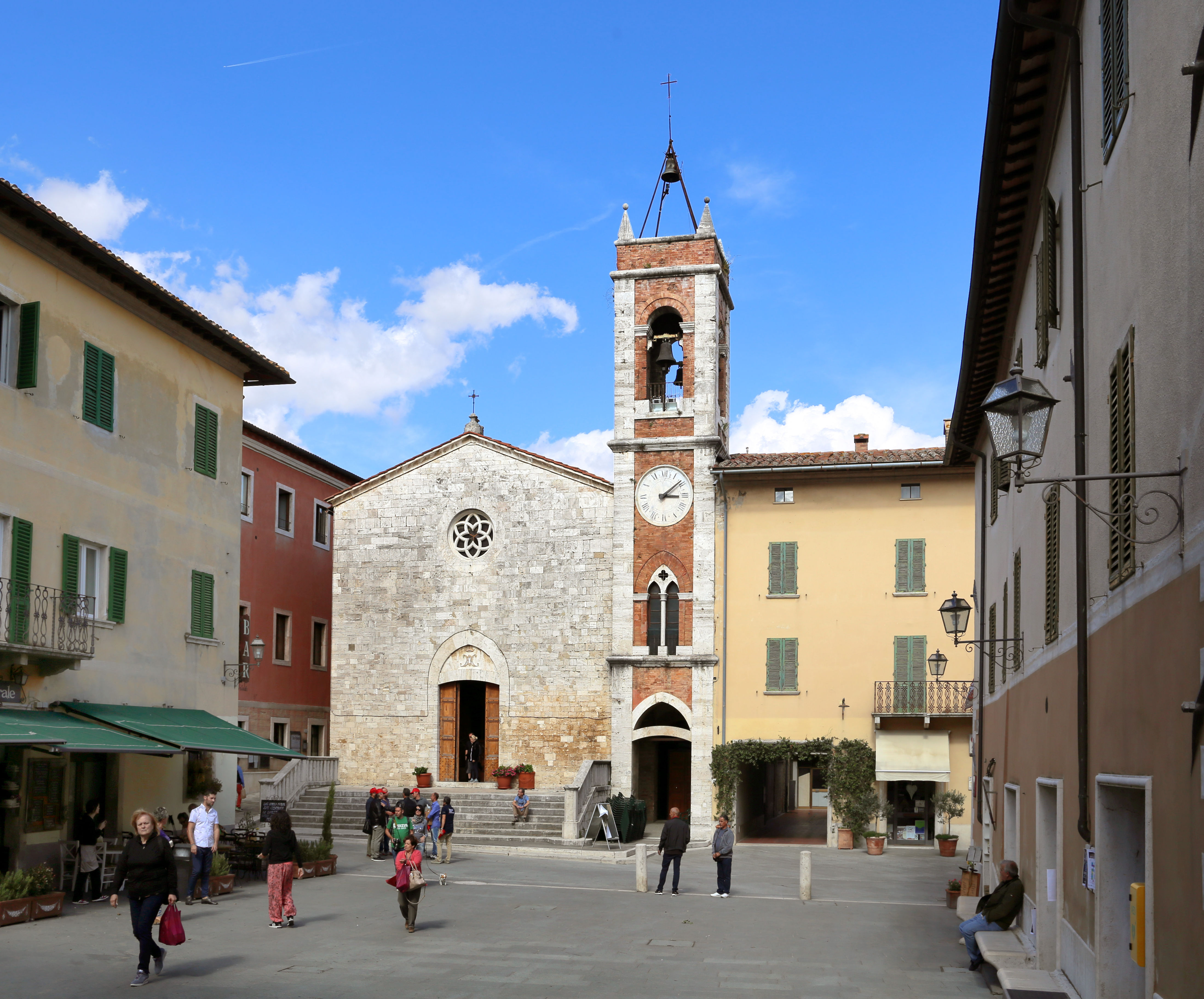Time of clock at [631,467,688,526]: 3:08
